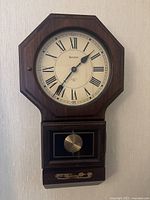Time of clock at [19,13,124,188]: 1:36
